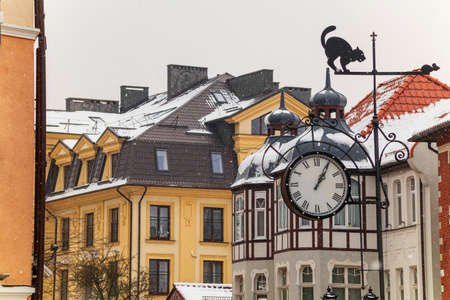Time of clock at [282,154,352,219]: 1:04
